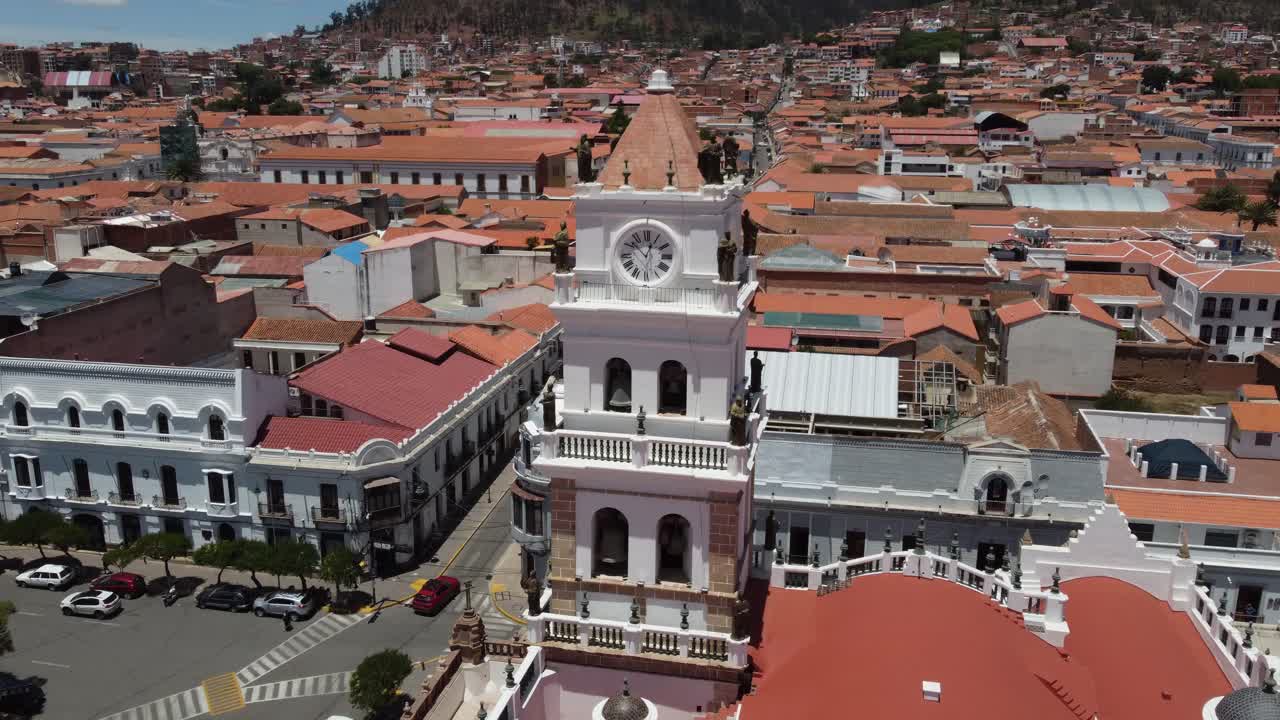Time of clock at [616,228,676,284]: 12:52
